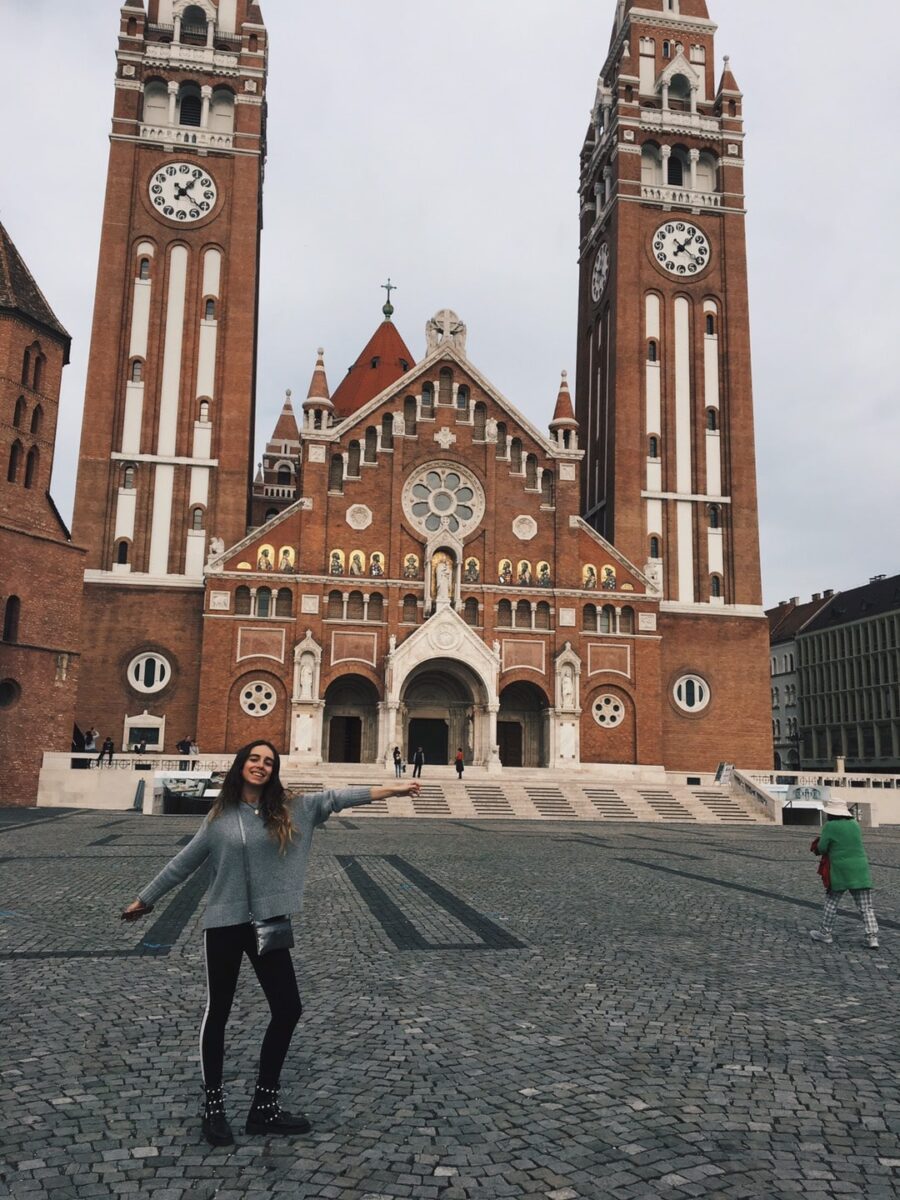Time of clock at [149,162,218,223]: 1:21
